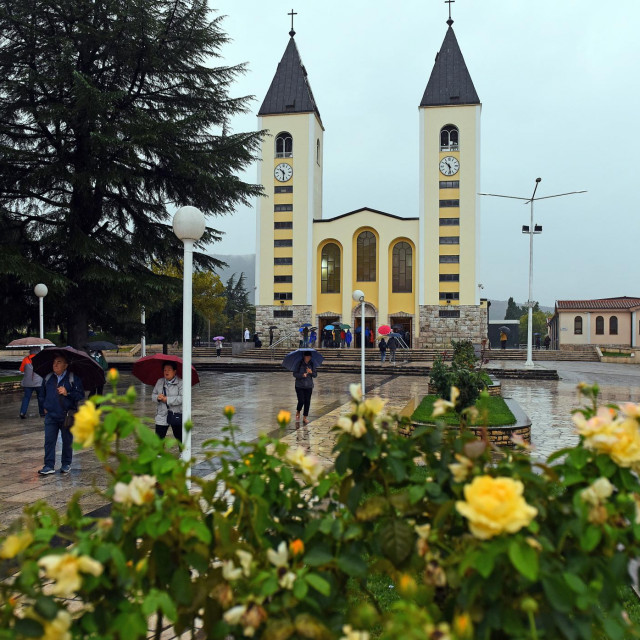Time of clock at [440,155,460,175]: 10:28
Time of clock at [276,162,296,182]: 10:30
